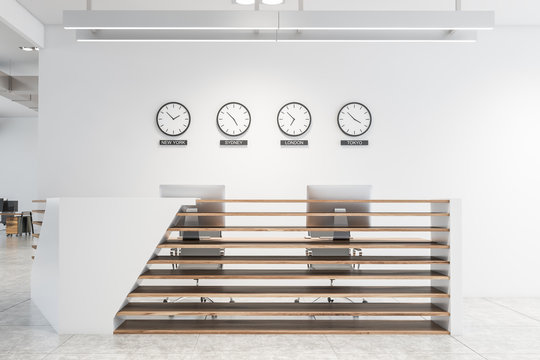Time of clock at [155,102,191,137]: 1:52
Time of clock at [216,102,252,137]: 4:52
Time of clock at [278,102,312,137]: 6:52
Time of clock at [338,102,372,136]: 3:52
